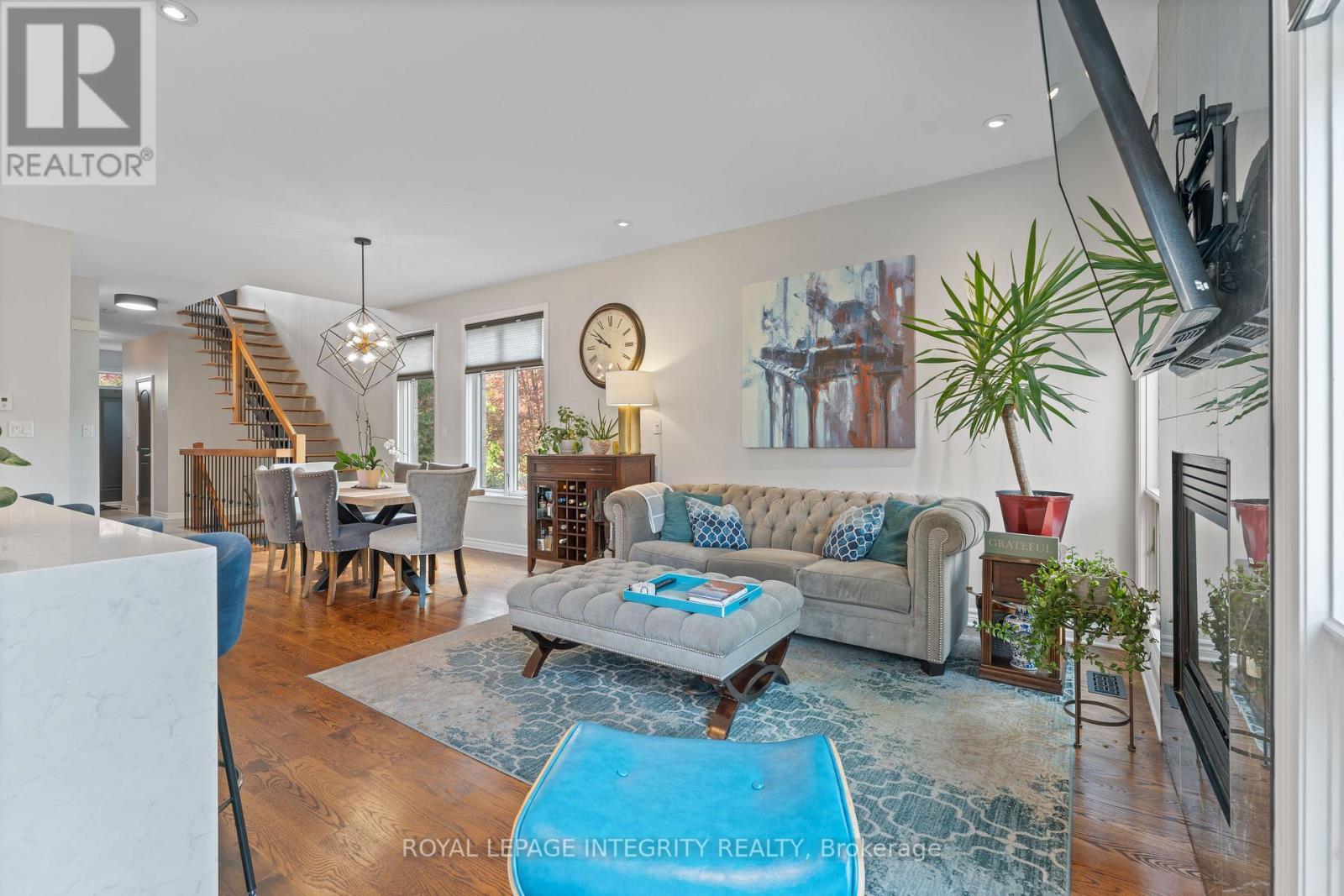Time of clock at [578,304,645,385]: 9:51
